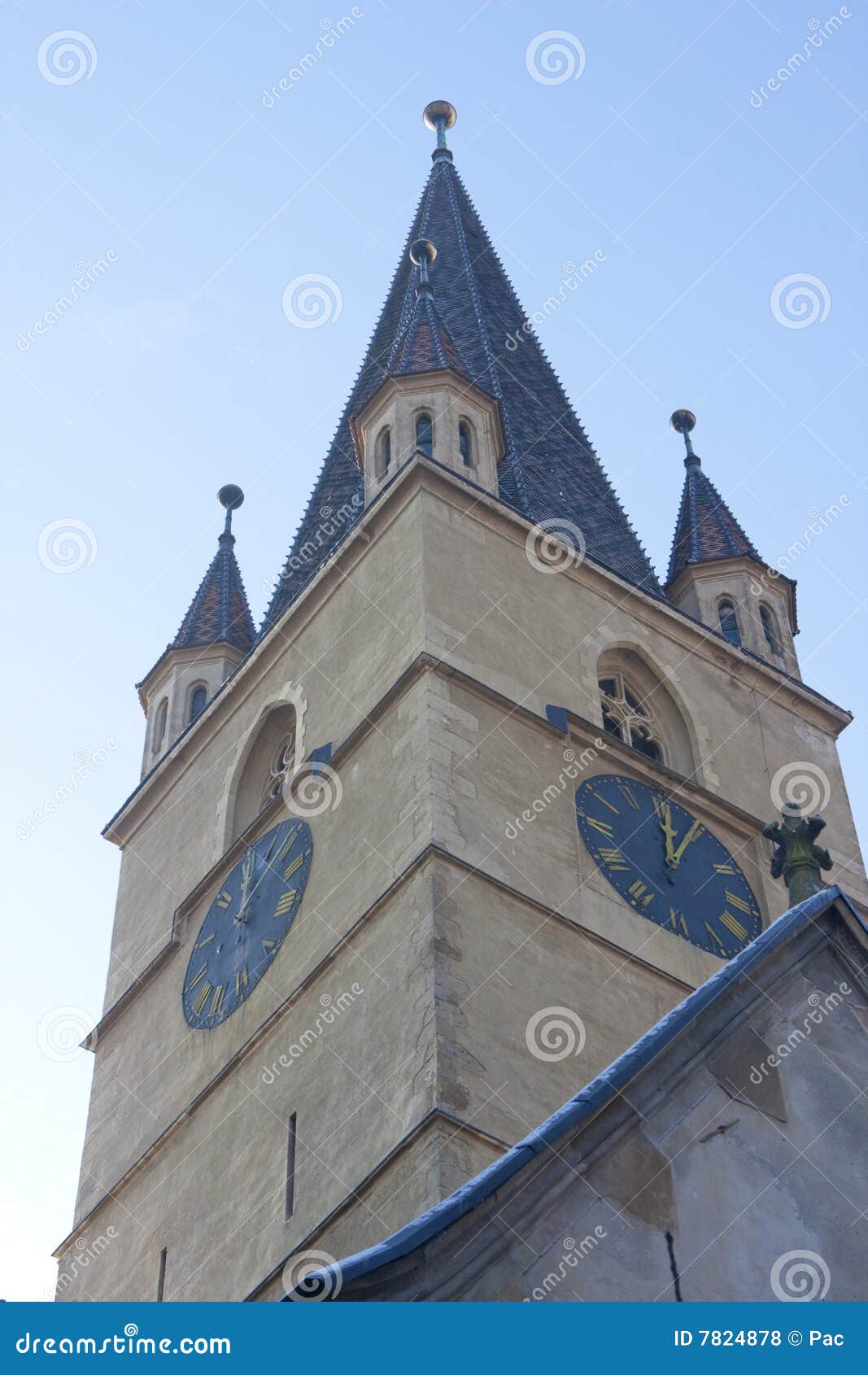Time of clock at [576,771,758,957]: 12:04
